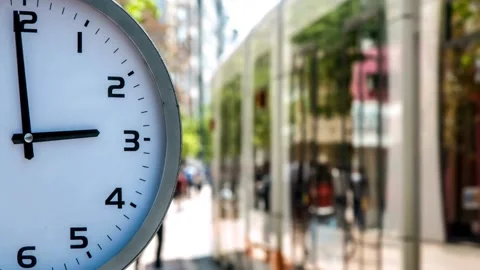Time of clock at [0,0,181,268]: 2:58
